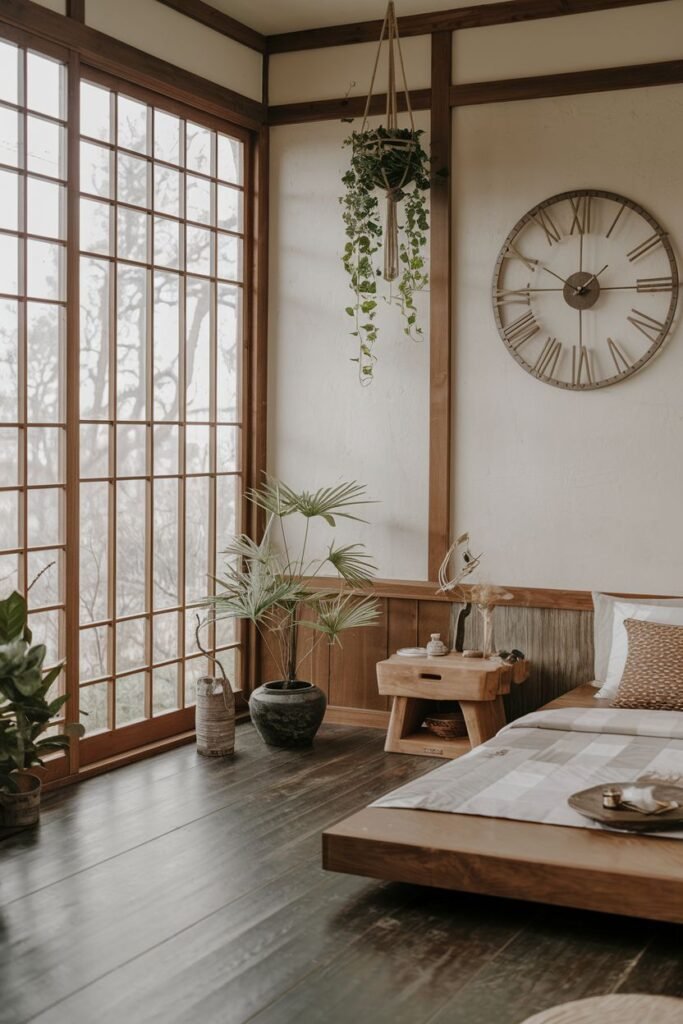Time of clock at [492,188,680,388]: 2:00
